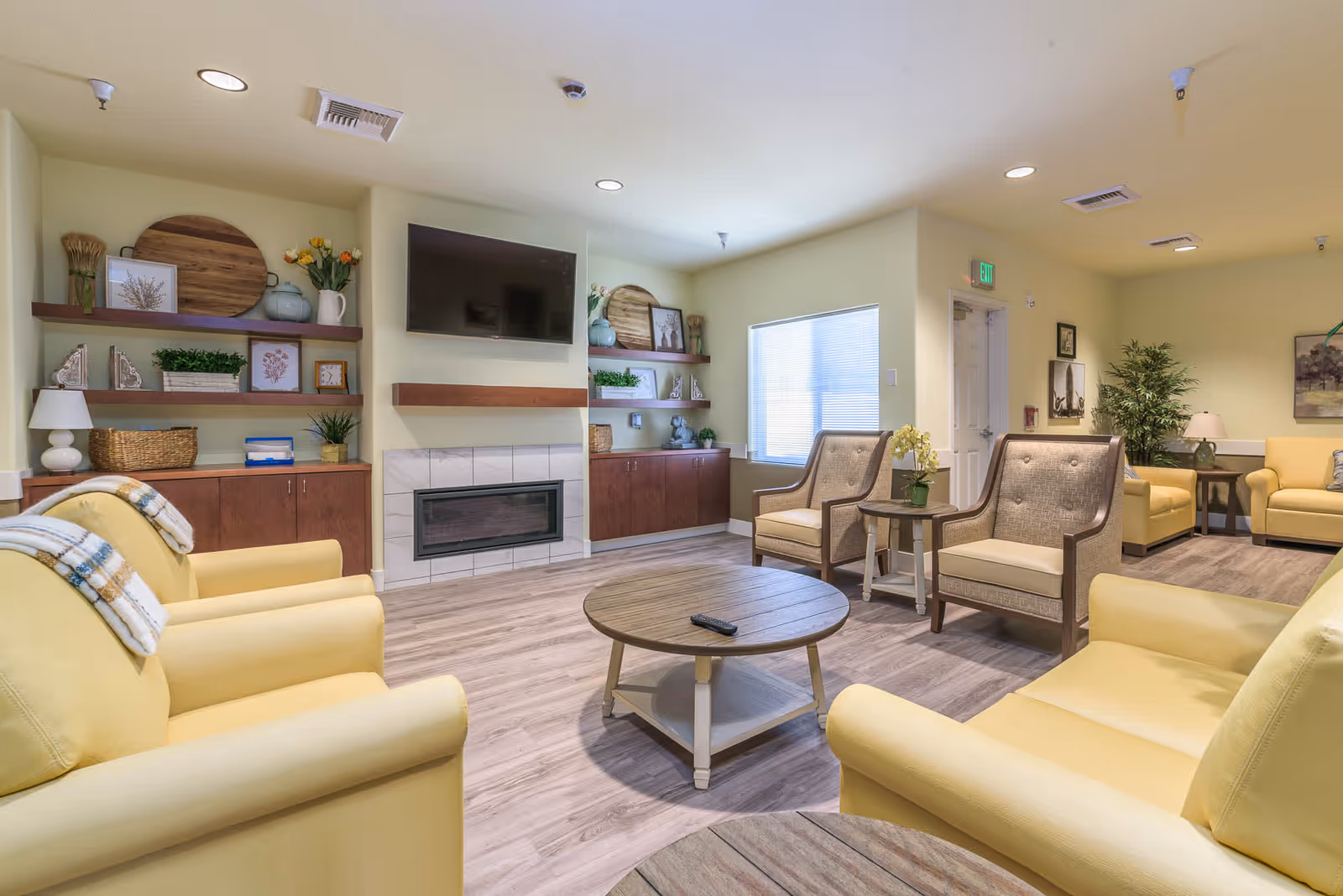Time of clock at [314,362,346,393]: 10:34
